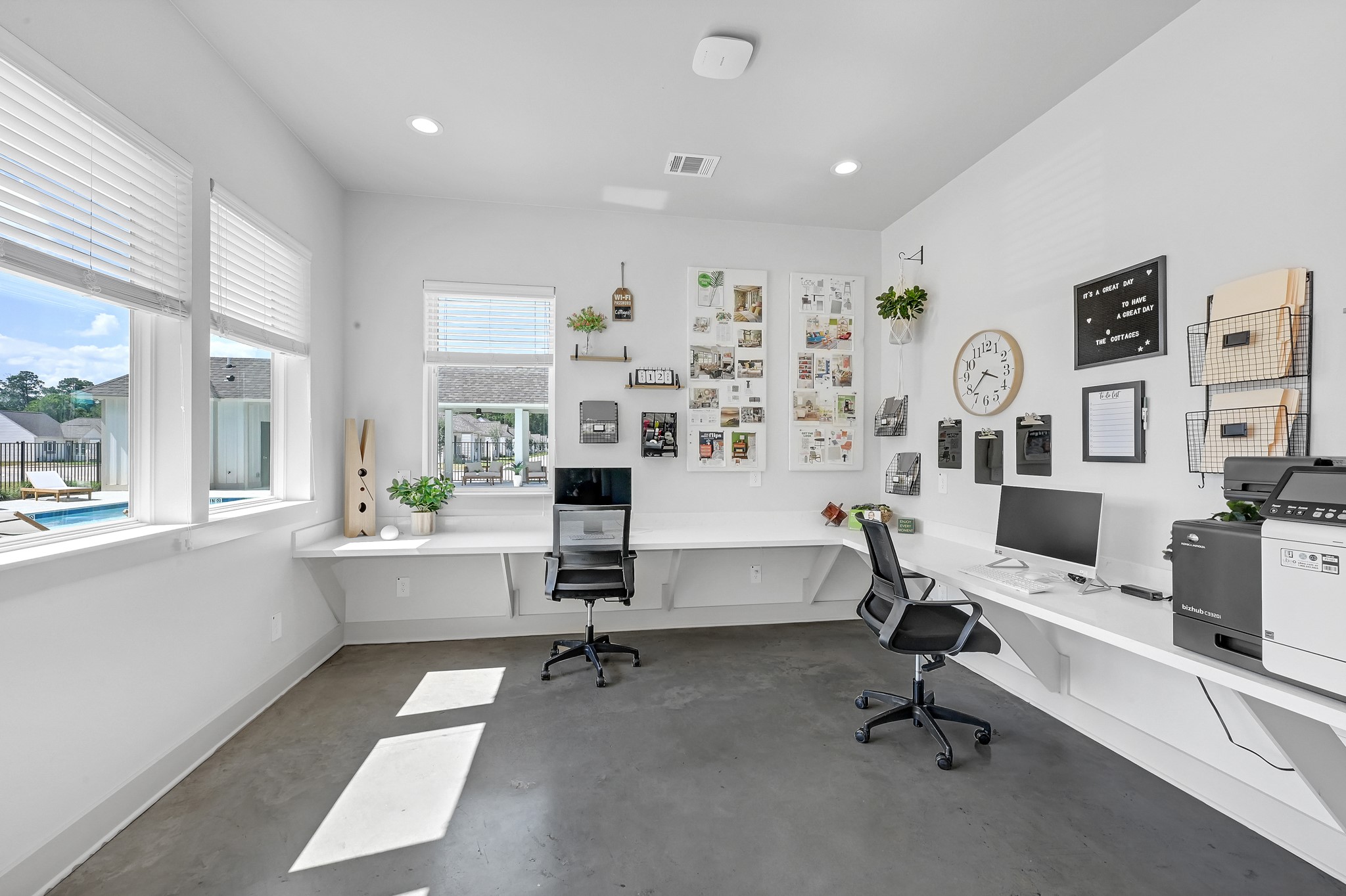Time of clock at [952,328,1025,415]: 3:37
